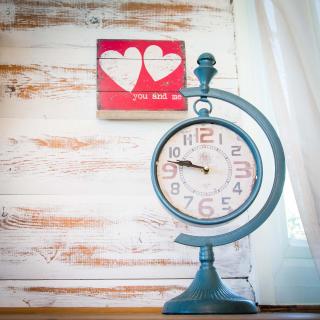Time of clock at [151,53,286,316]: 9:47
